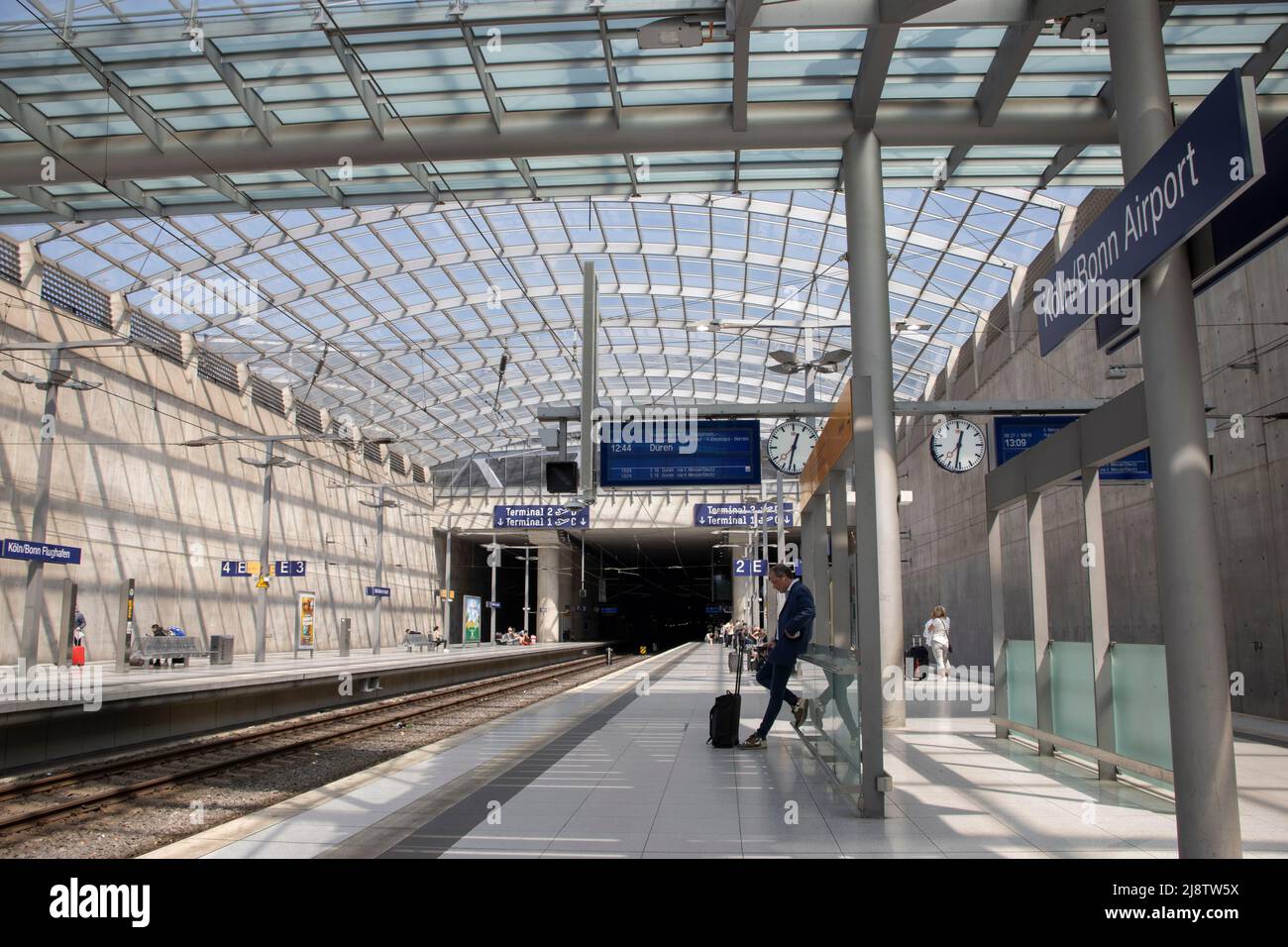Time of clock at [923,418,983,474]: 12:31
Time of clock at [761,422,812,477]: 12:32
